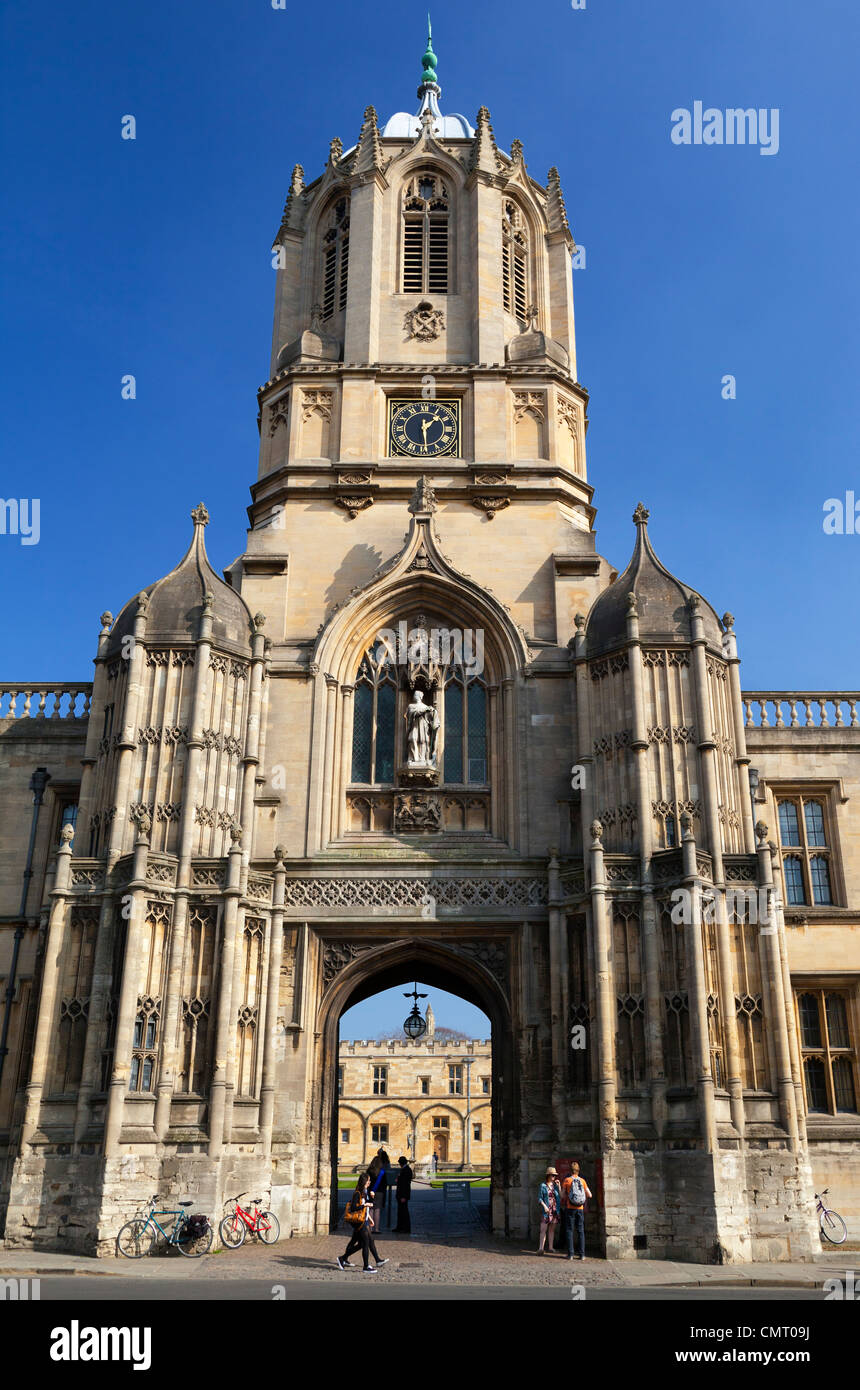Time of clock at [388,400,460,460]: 1:29
